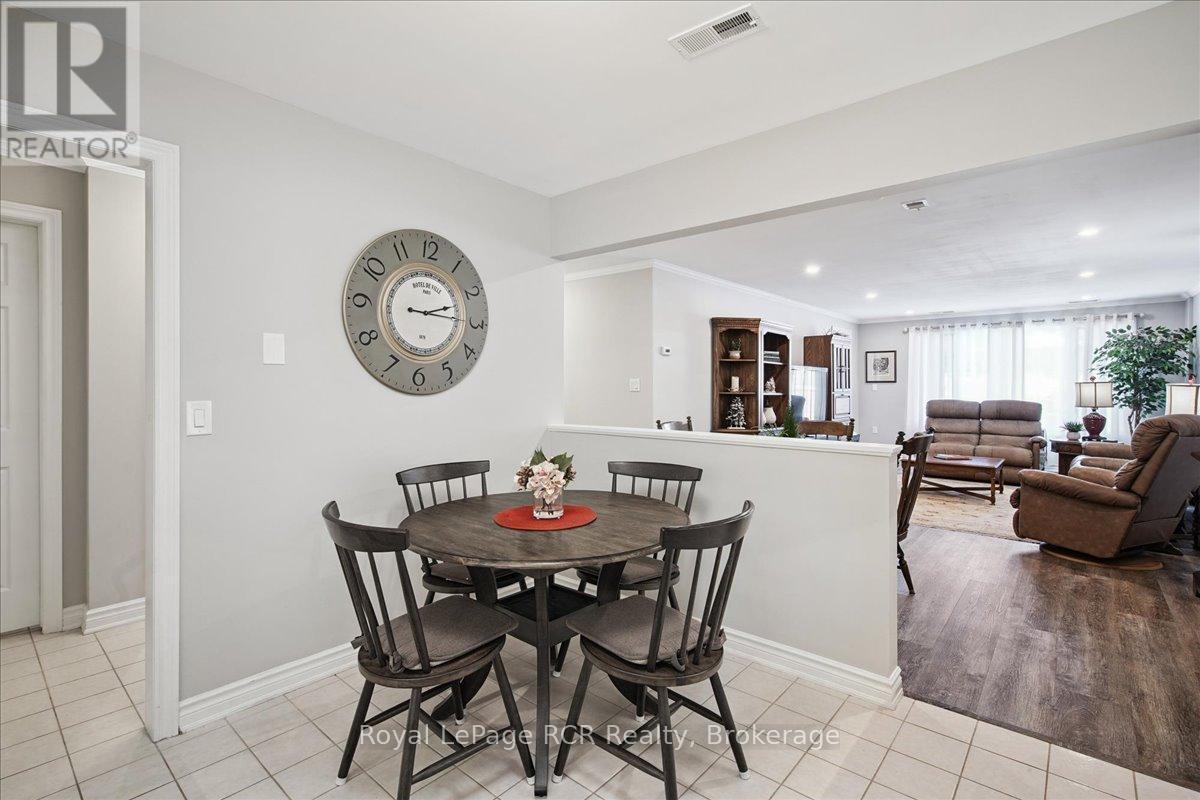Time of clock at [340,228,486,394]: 2:15
